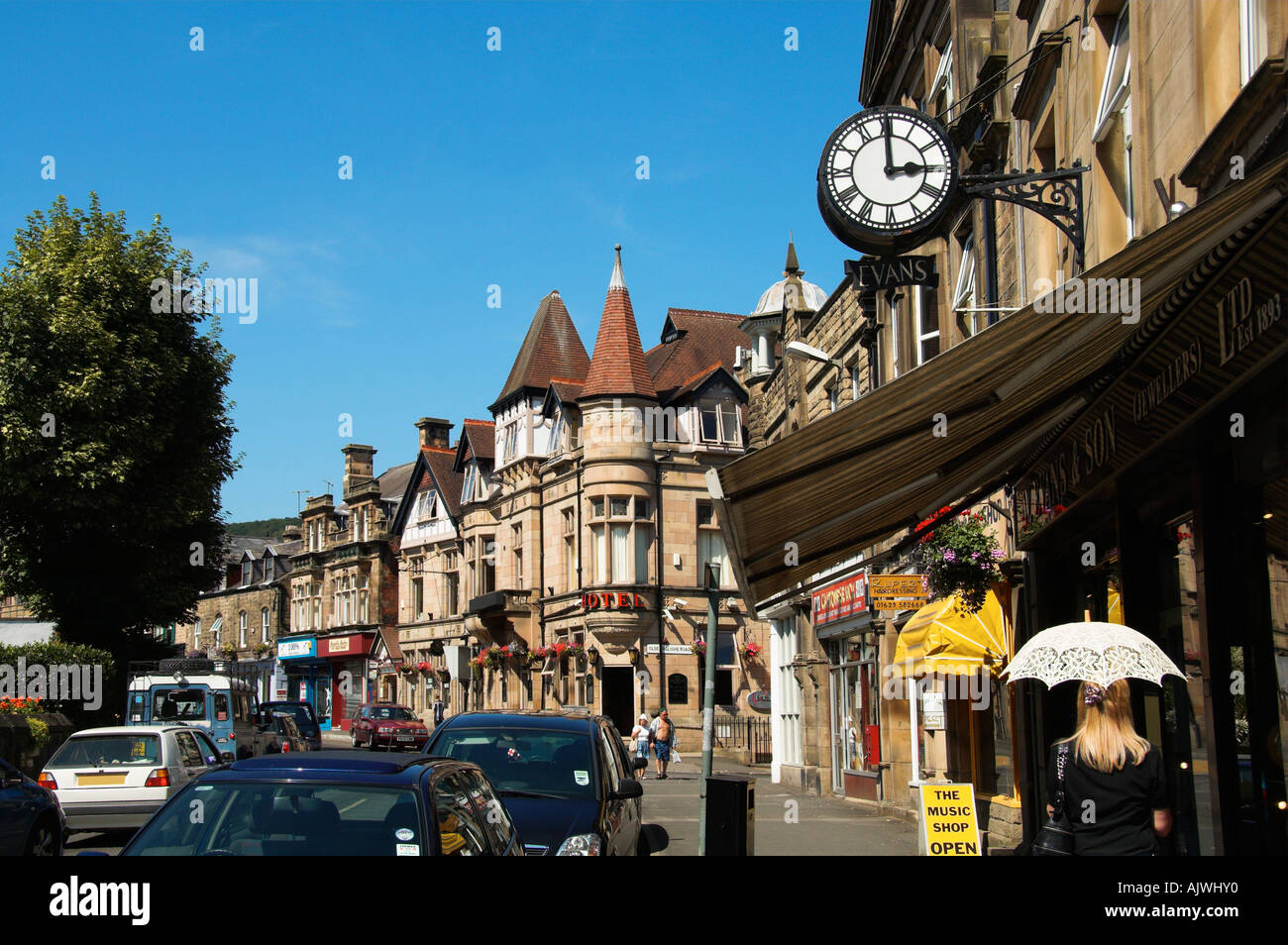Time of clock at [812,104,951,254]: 2:59
